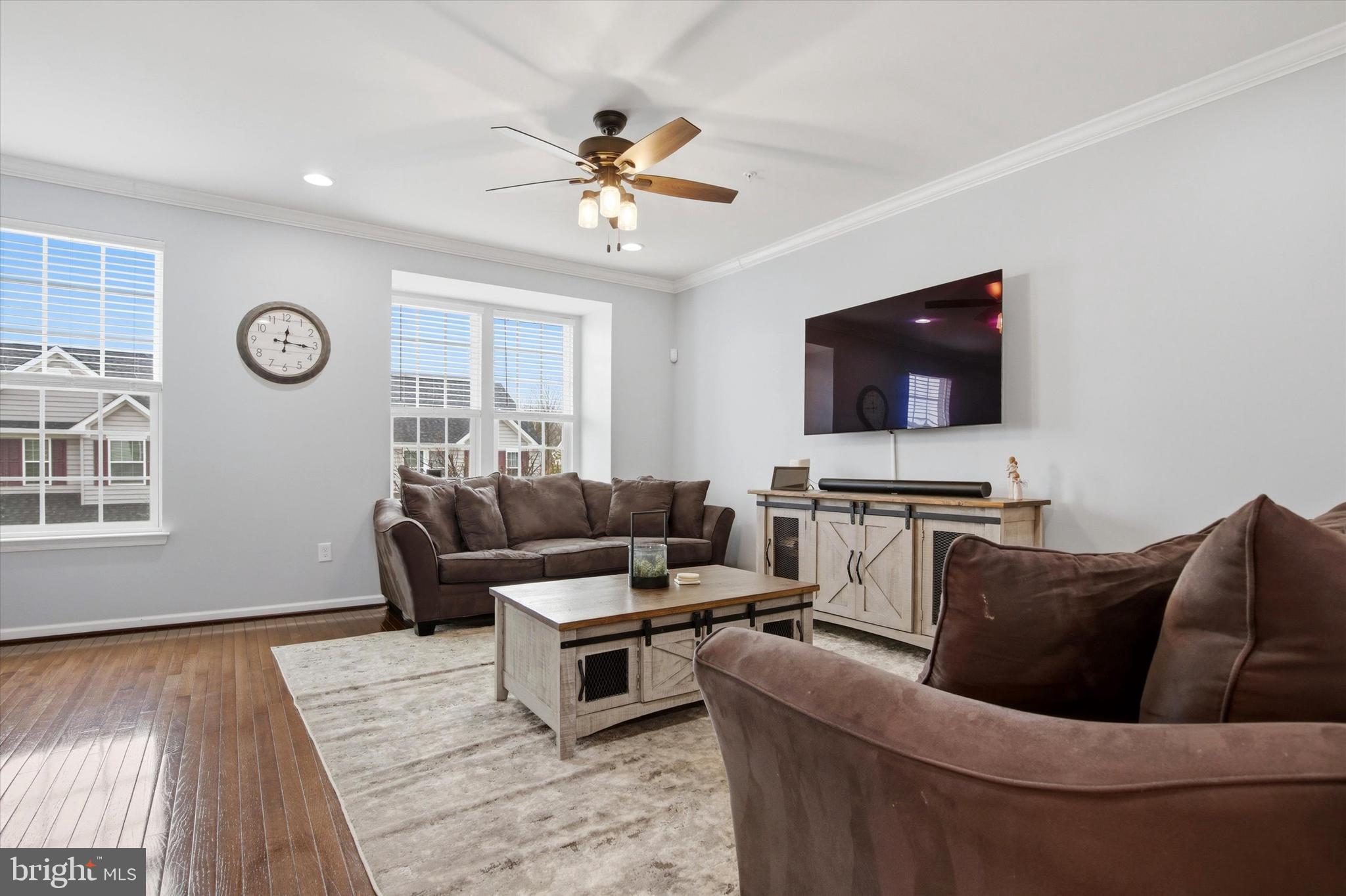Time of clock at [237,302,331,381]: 12:16
